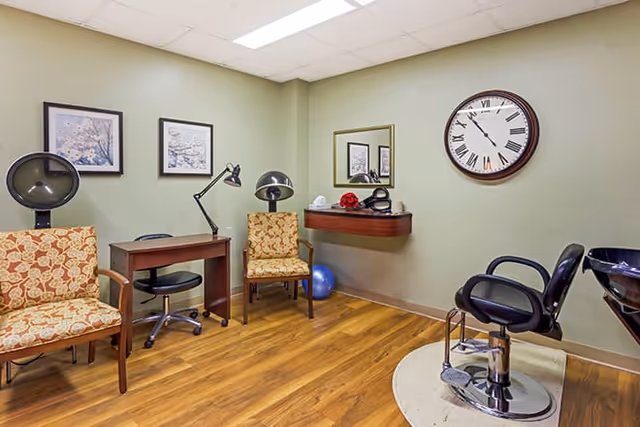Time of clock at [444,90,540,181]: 4:53
